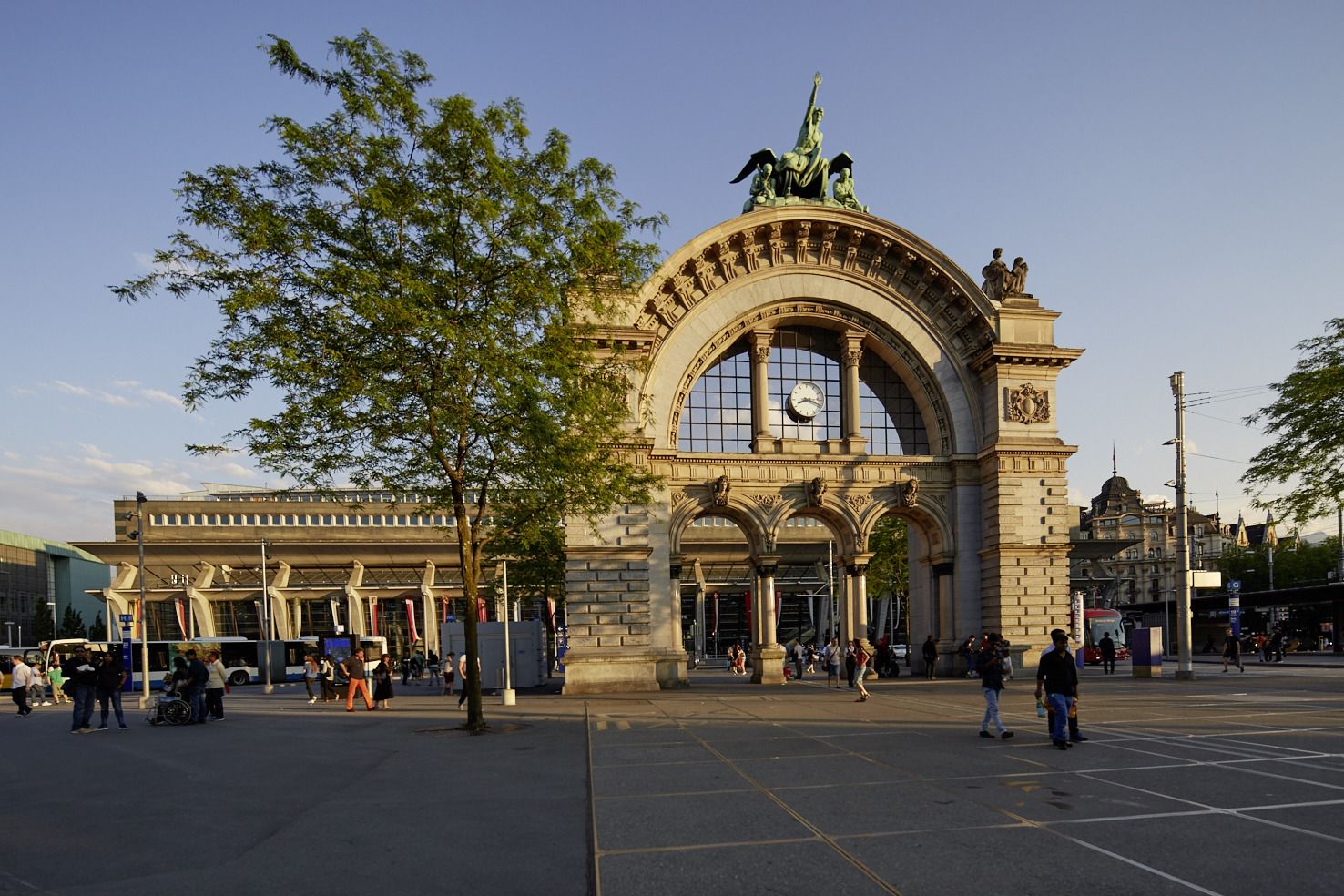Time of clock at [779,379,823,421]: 8:18
